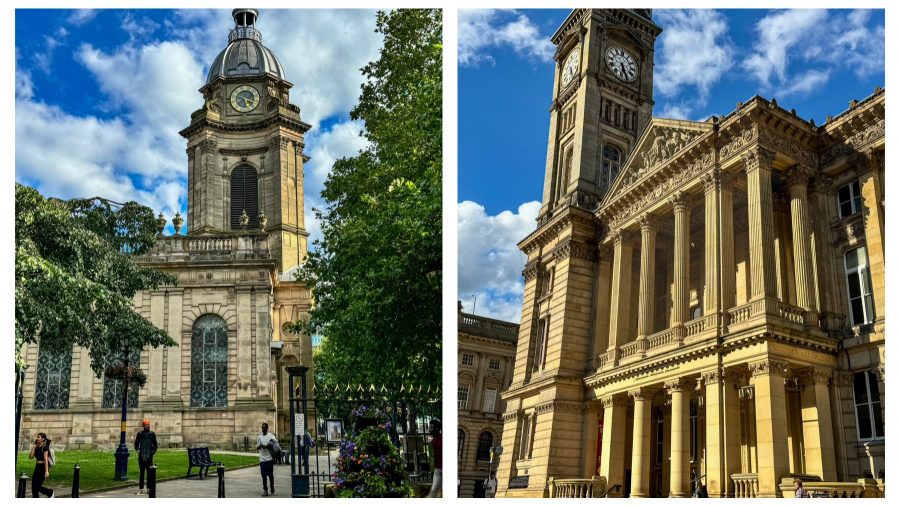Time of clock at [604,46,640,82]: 5:26
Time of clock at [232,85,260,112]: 5:18
